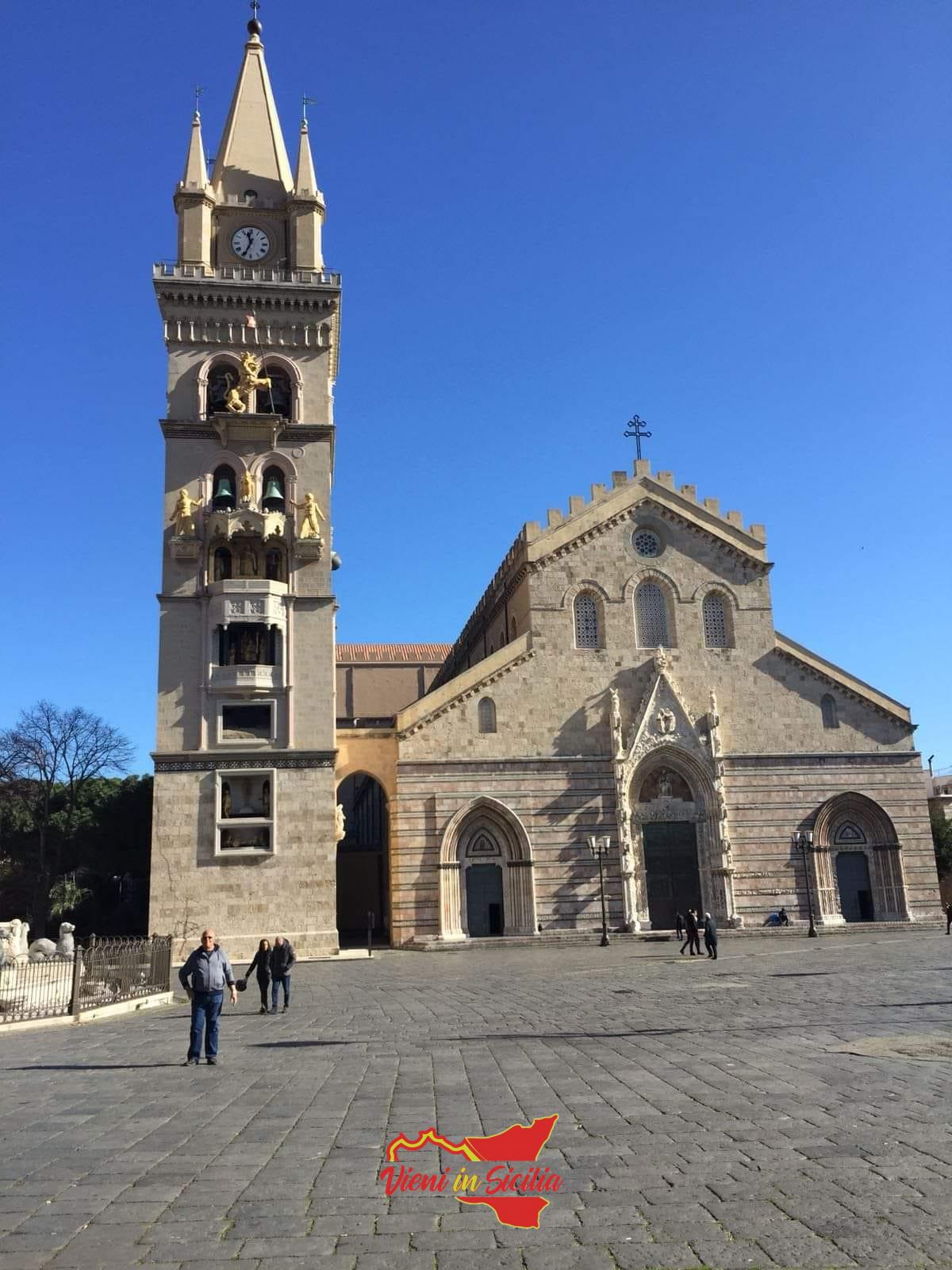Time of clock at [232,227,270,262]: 11:34
